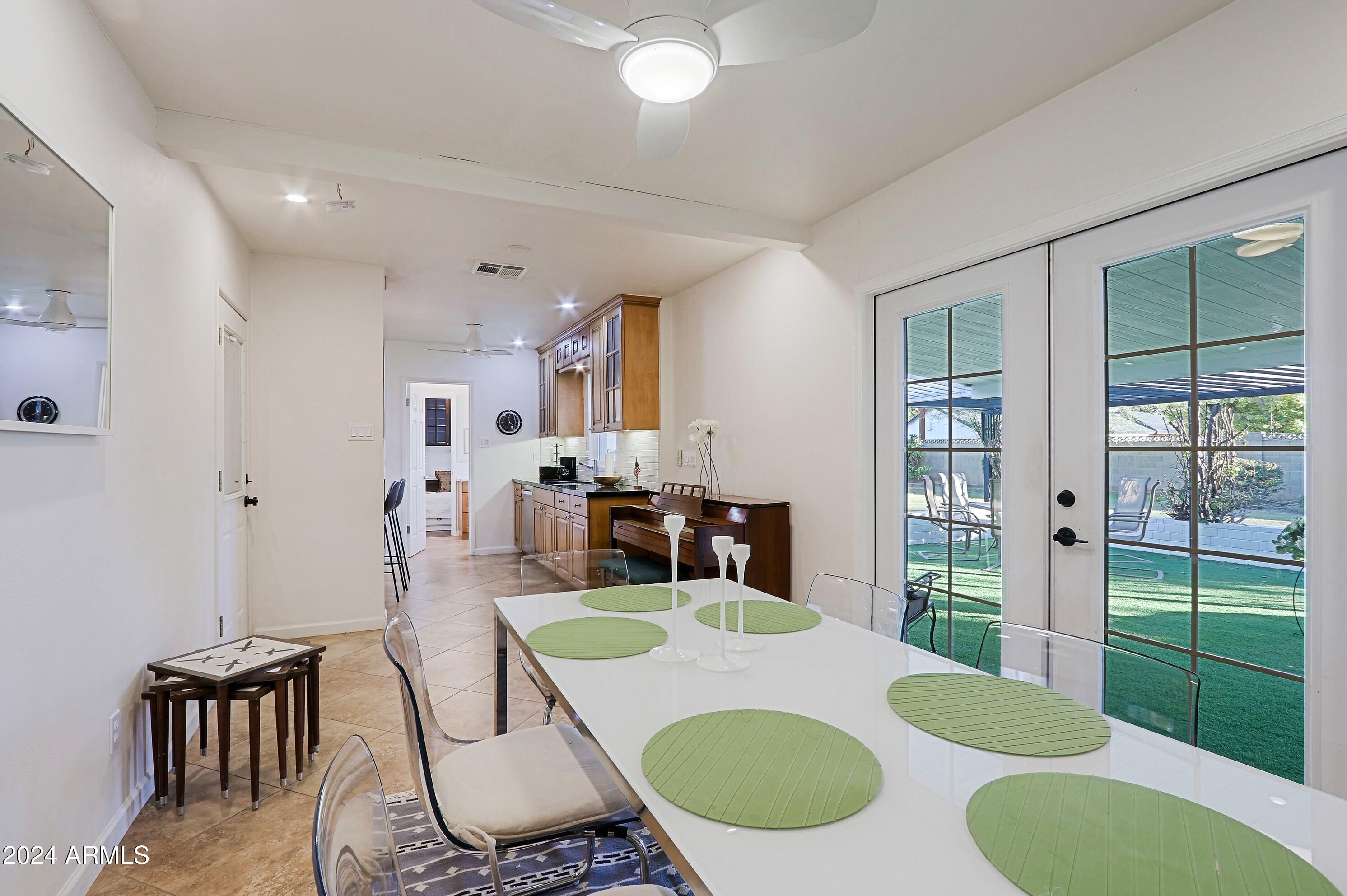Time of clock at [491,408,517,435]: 3:58
